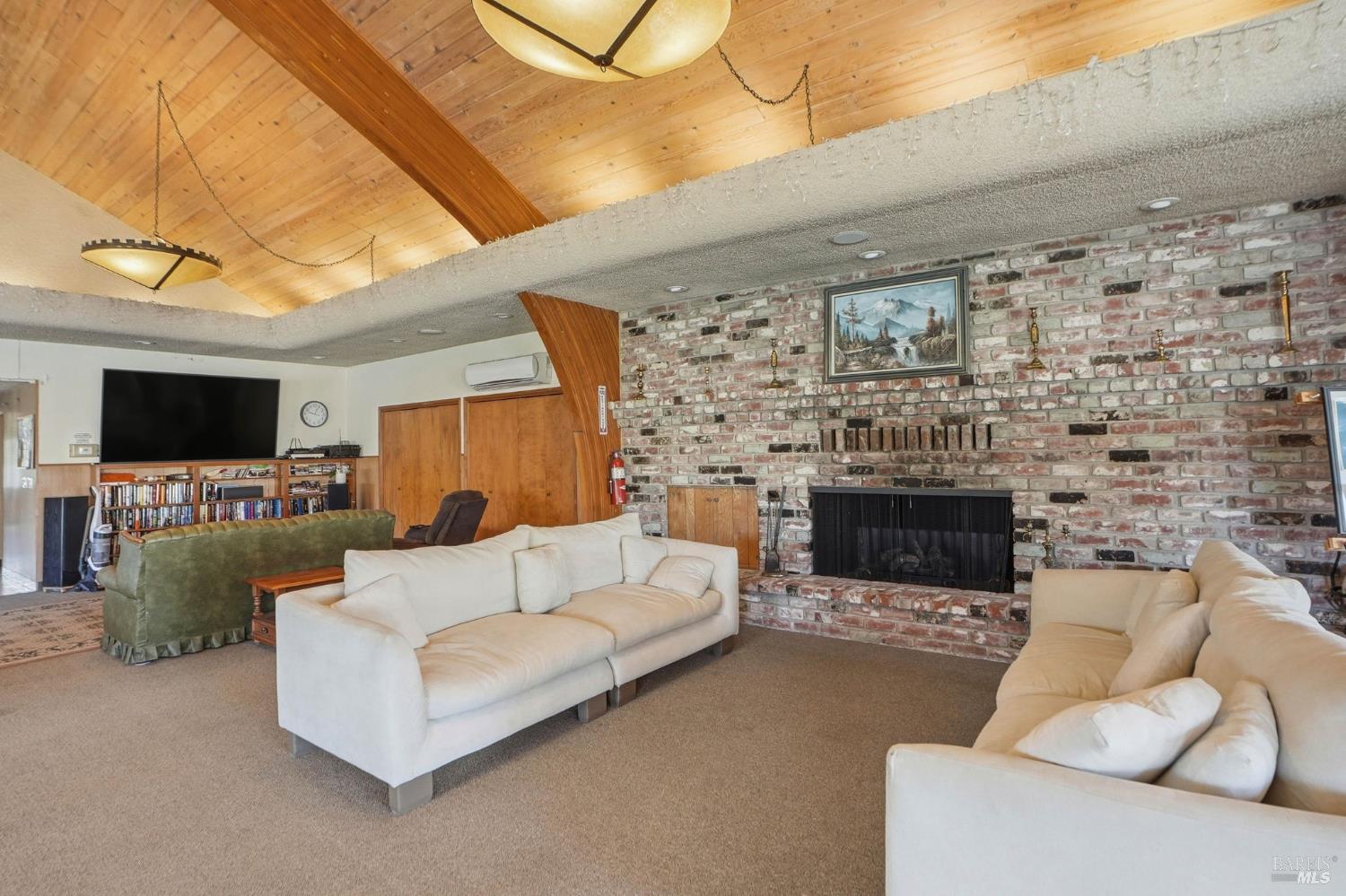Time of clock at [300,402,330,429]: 12:47
